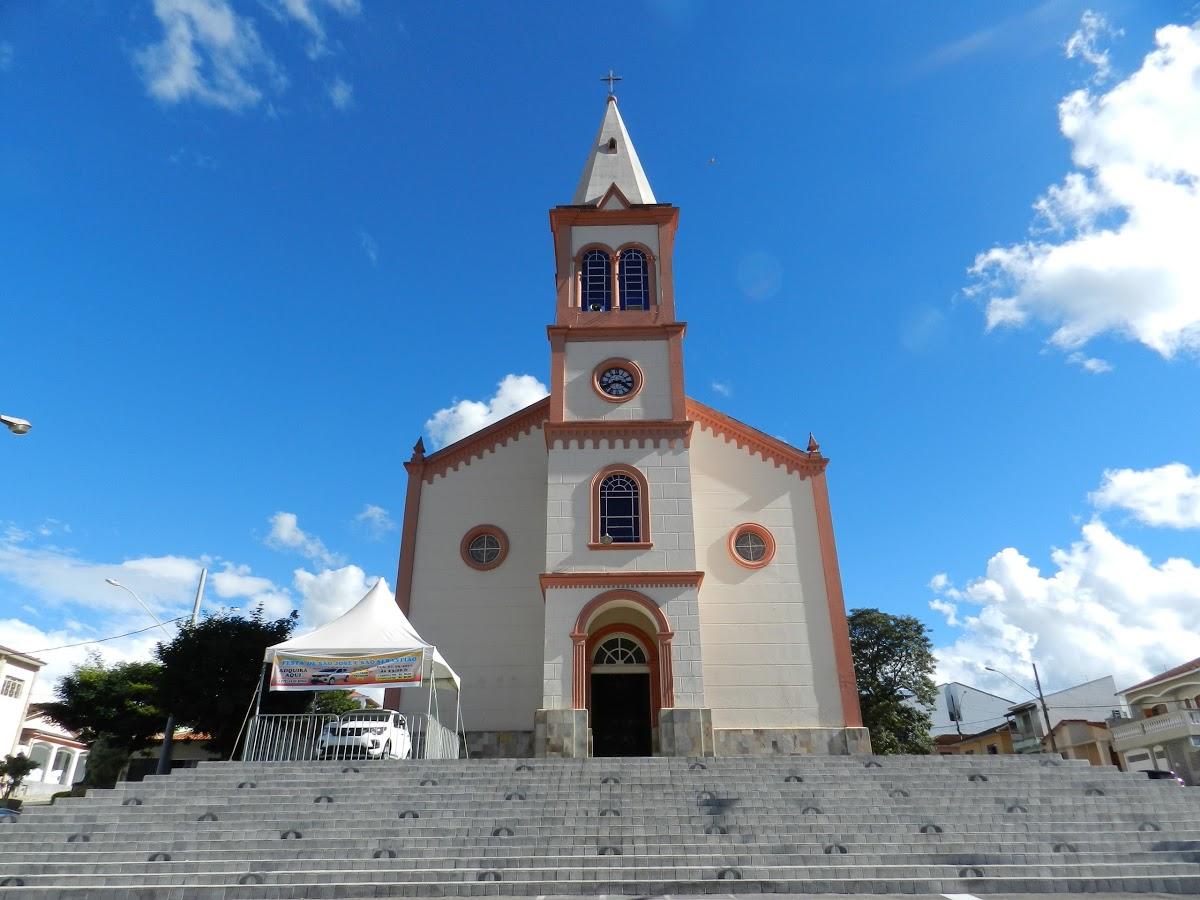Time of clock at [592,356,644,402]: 3:40
